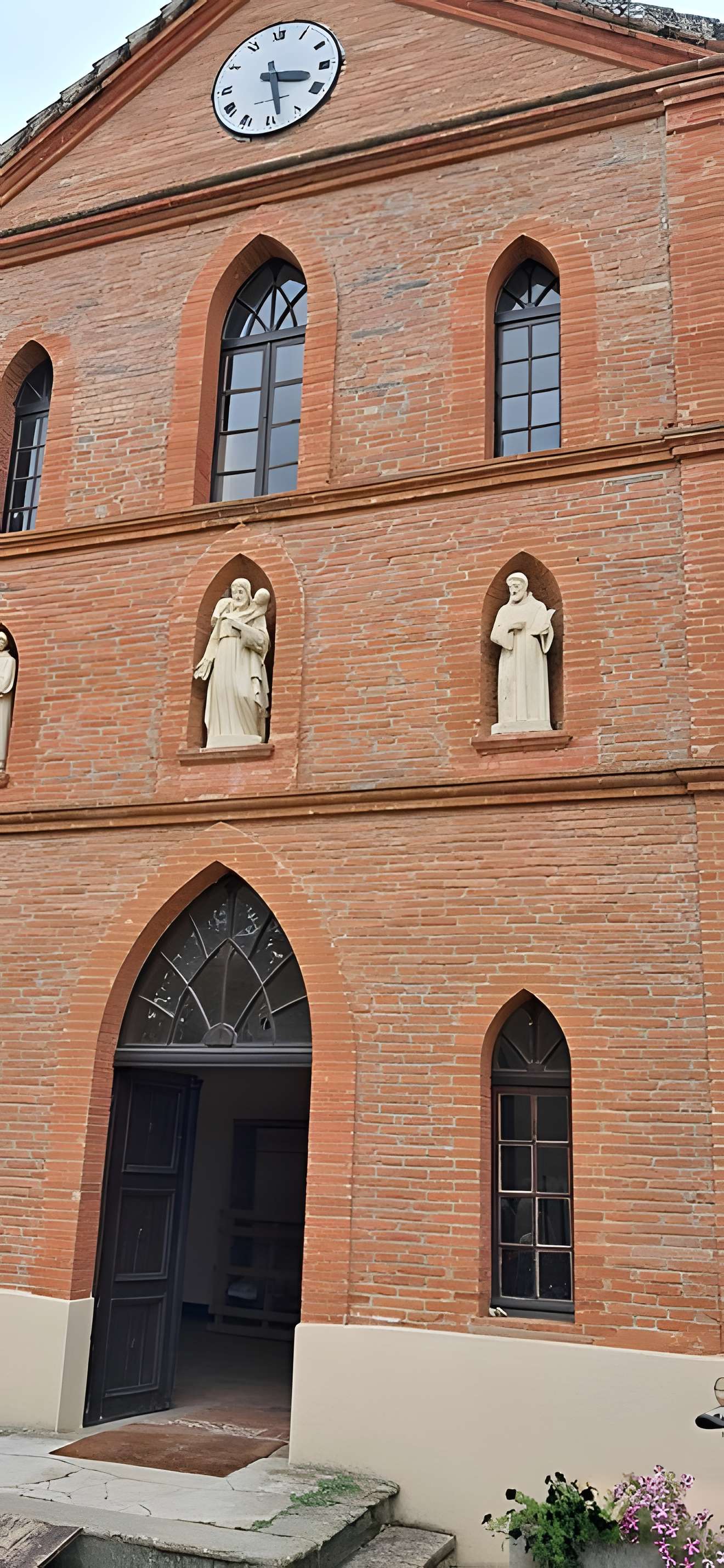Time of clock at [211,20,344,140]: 3:28
